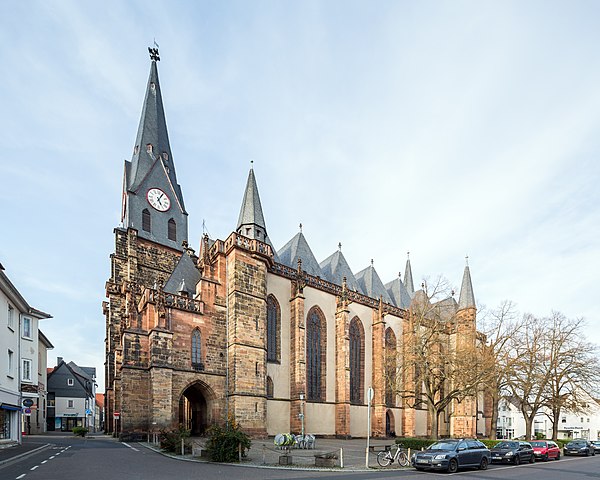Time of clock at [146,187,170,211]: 5:05
